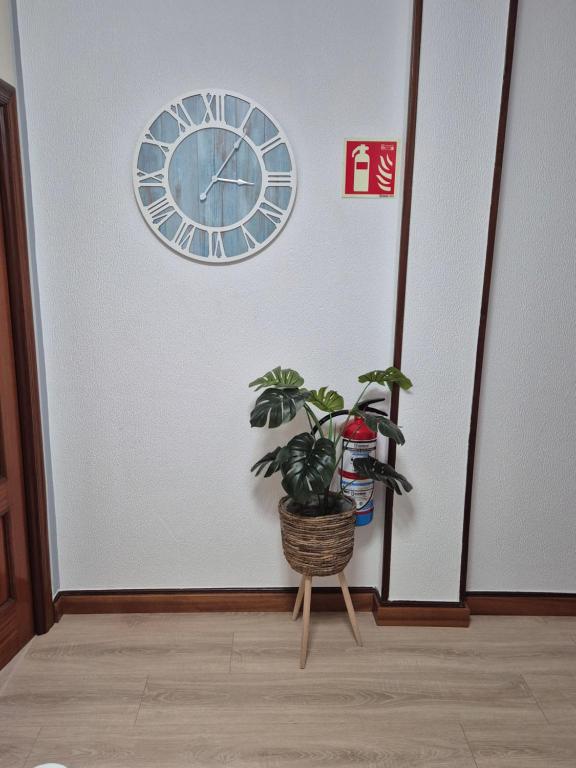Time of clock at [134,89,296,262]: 3:06
